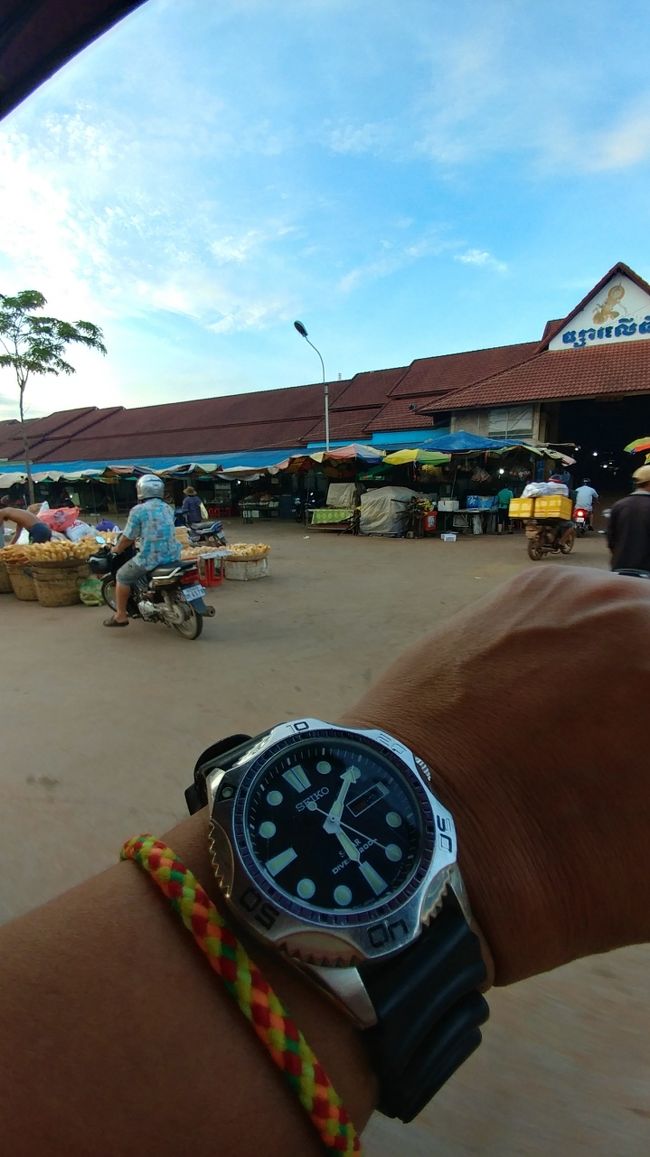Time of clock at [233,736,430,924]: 5:04
